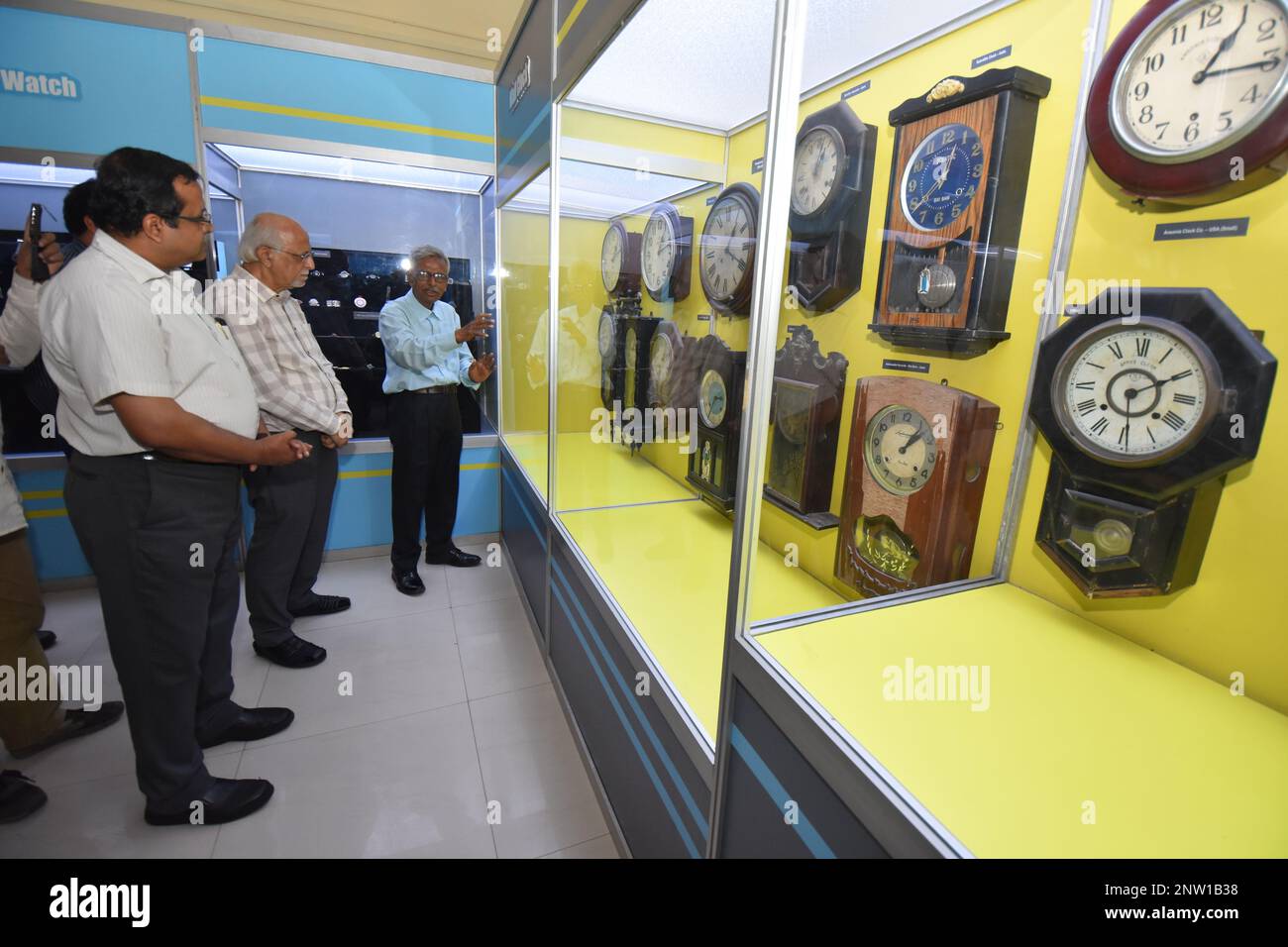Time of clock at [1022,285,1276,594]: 6:10
